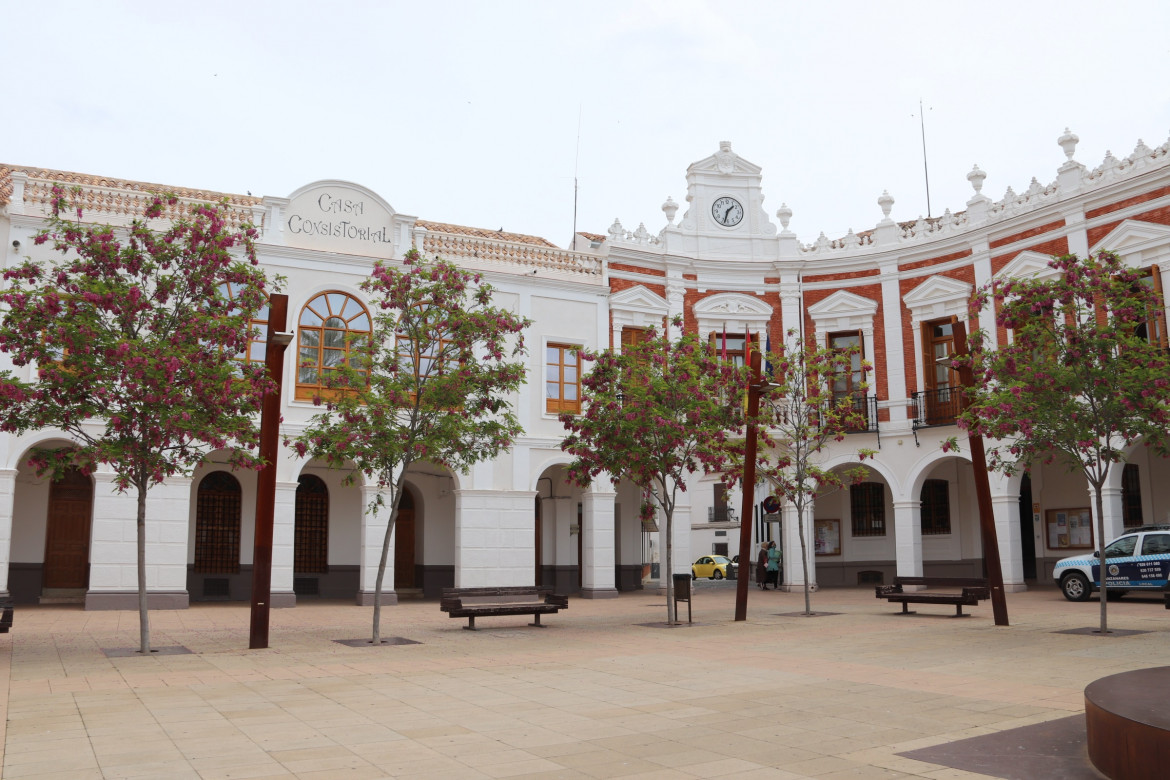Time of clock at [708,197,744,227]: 1:32
